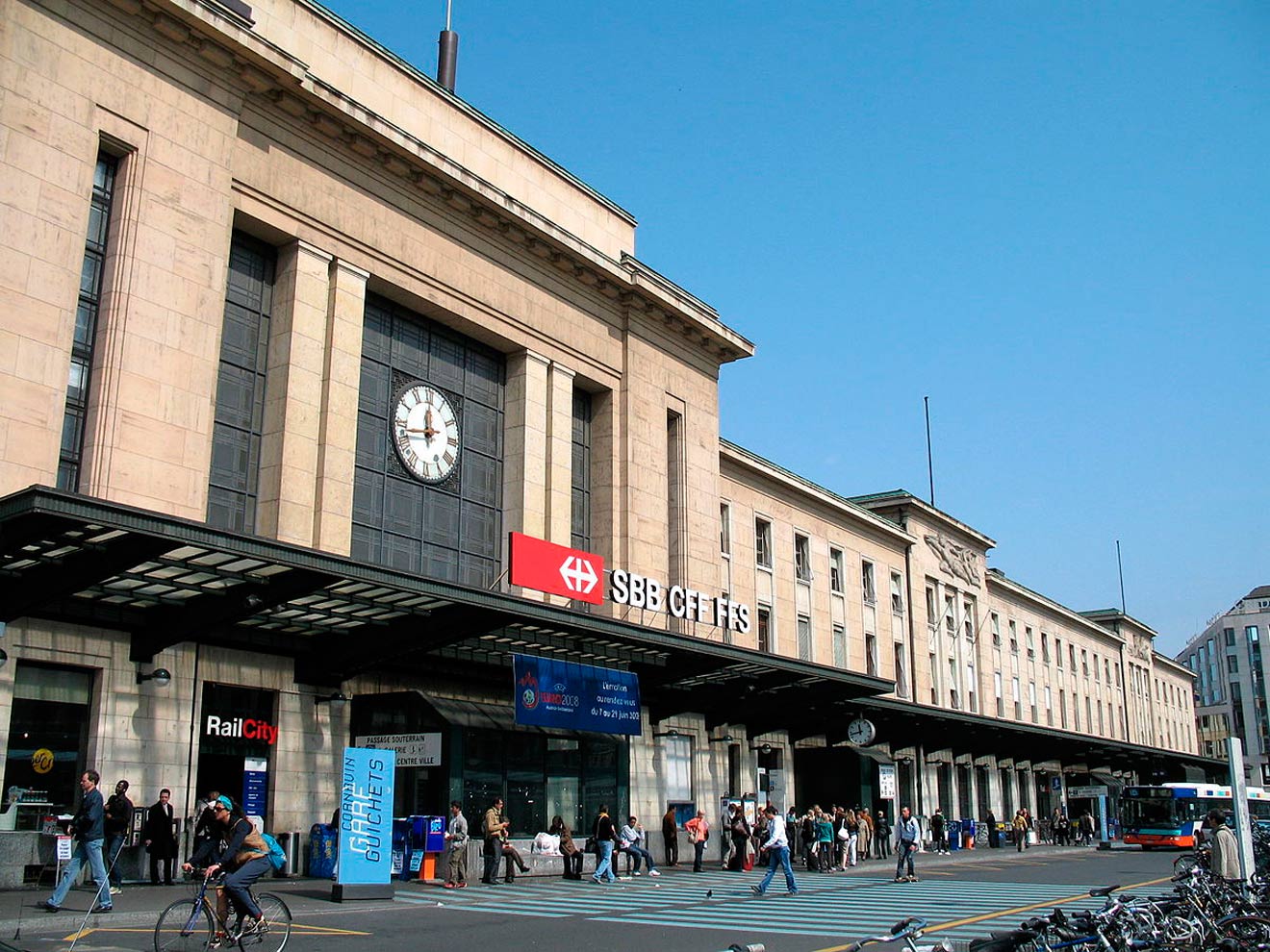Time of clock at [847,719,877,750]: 11:42
